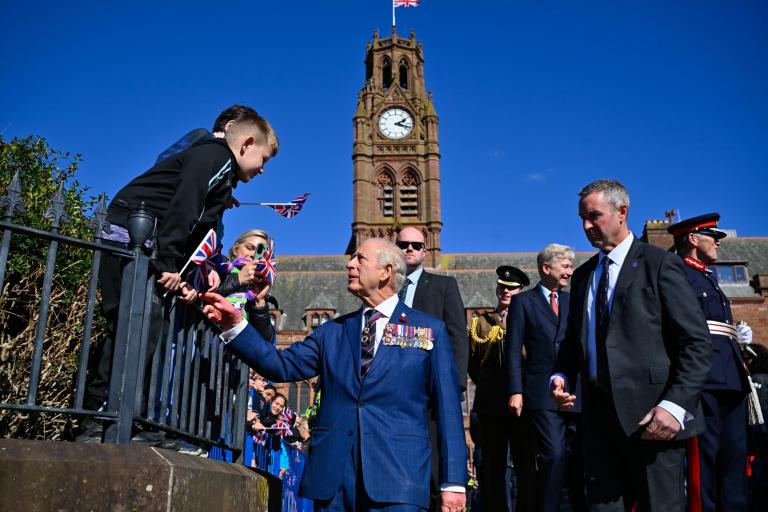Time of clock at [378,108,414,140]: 2:18
